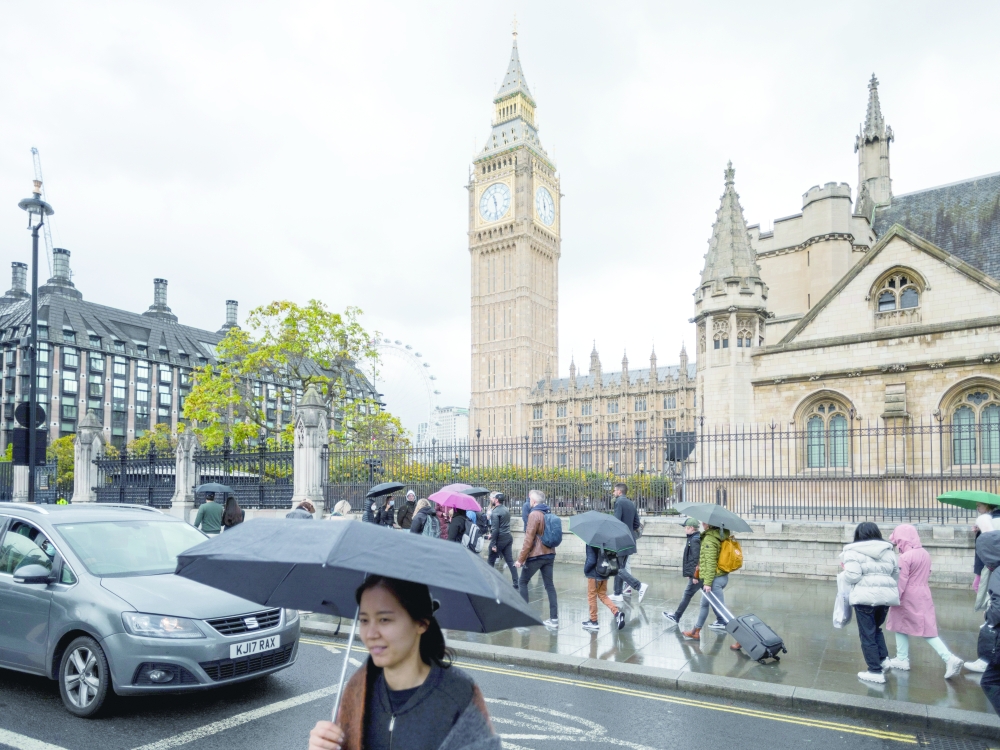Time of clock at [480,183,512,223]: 11:28
